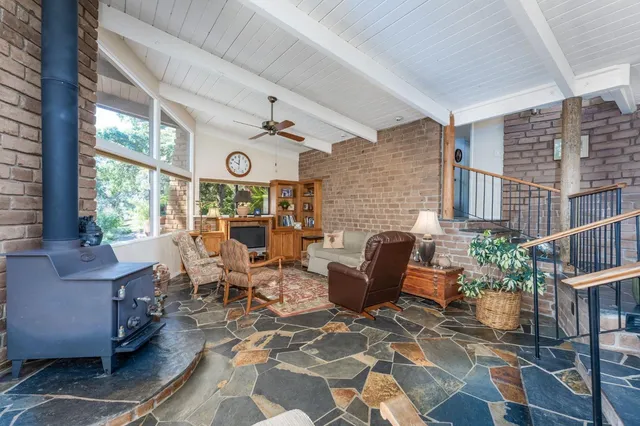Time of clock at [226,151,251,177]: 10:00
